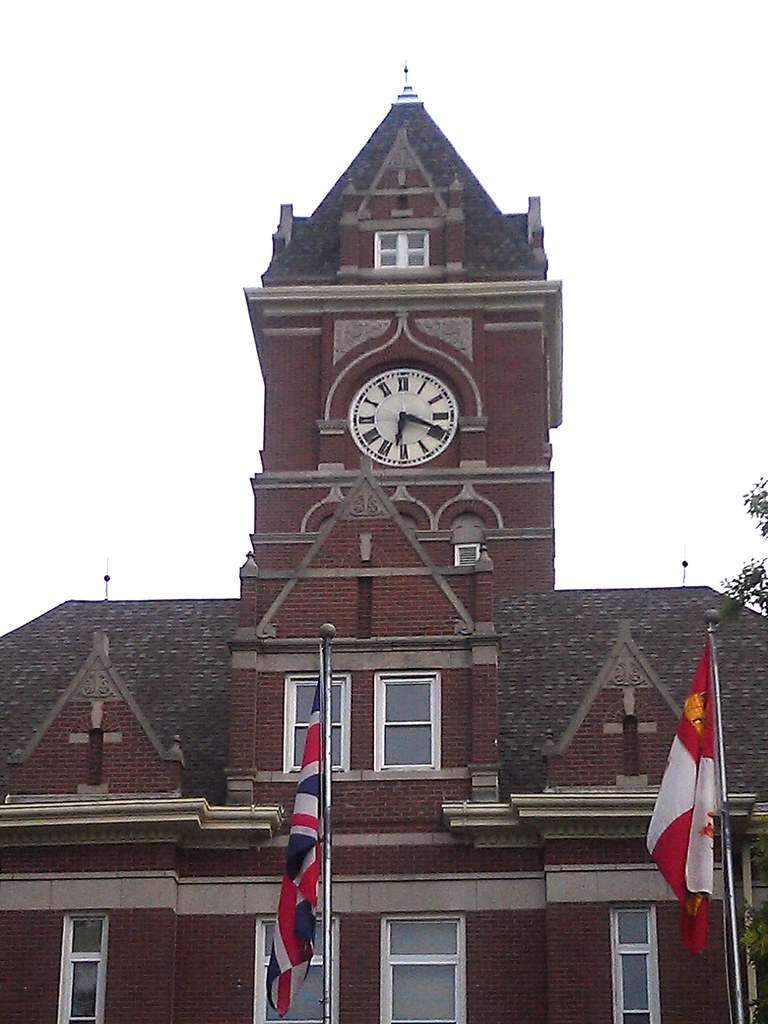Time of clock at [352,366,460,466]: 6:18
